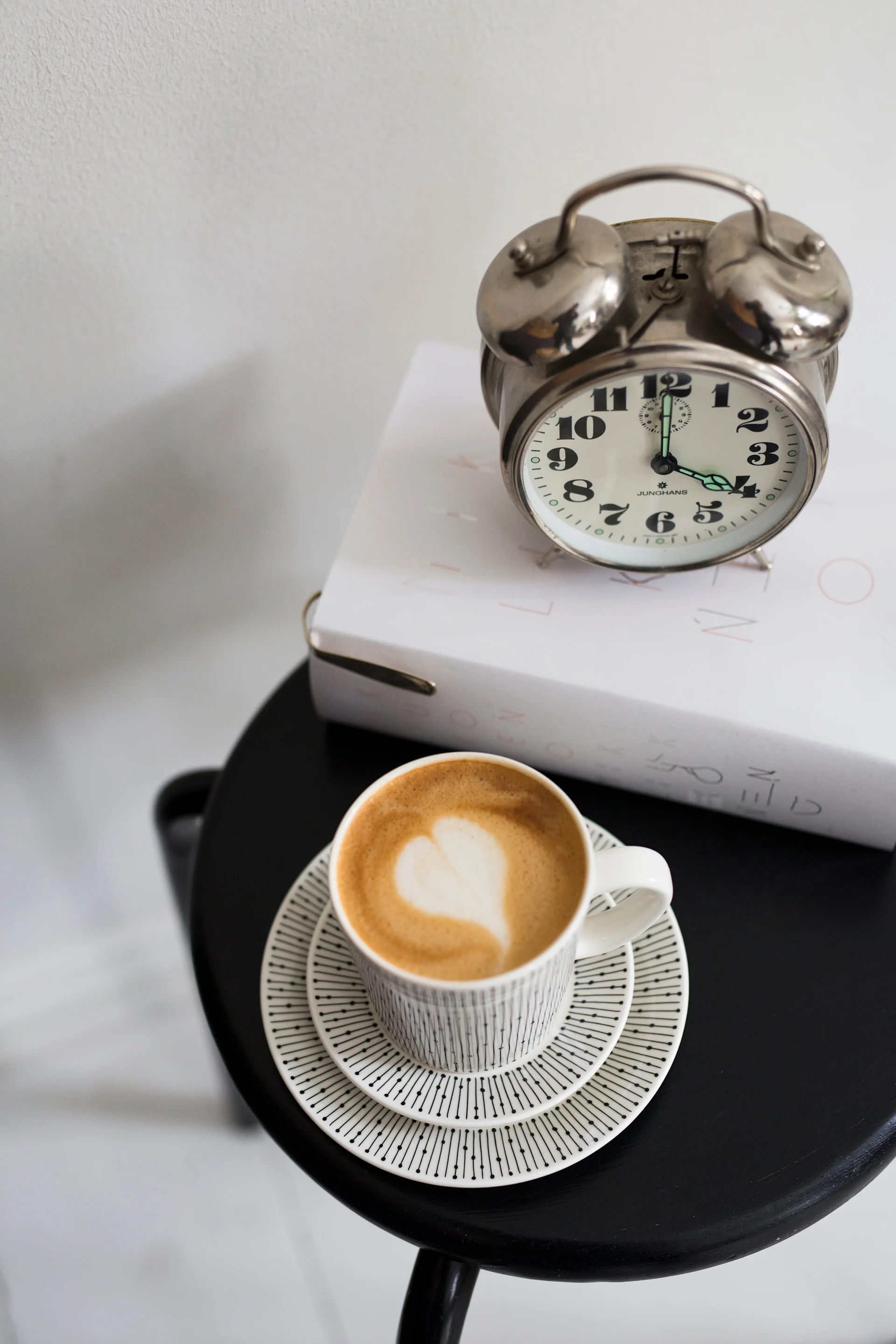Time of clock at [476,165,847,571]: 4:00
